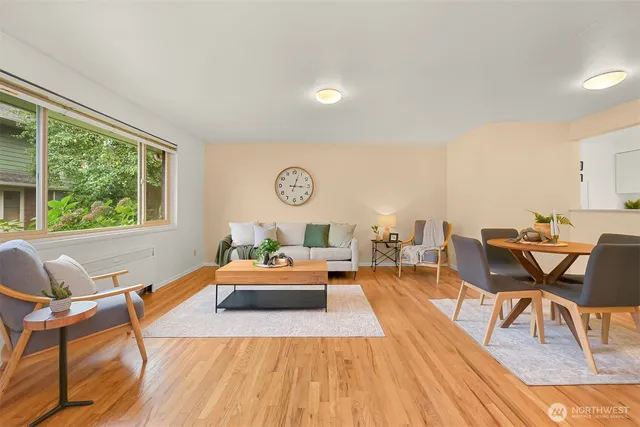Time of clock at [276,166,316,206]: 3:03
